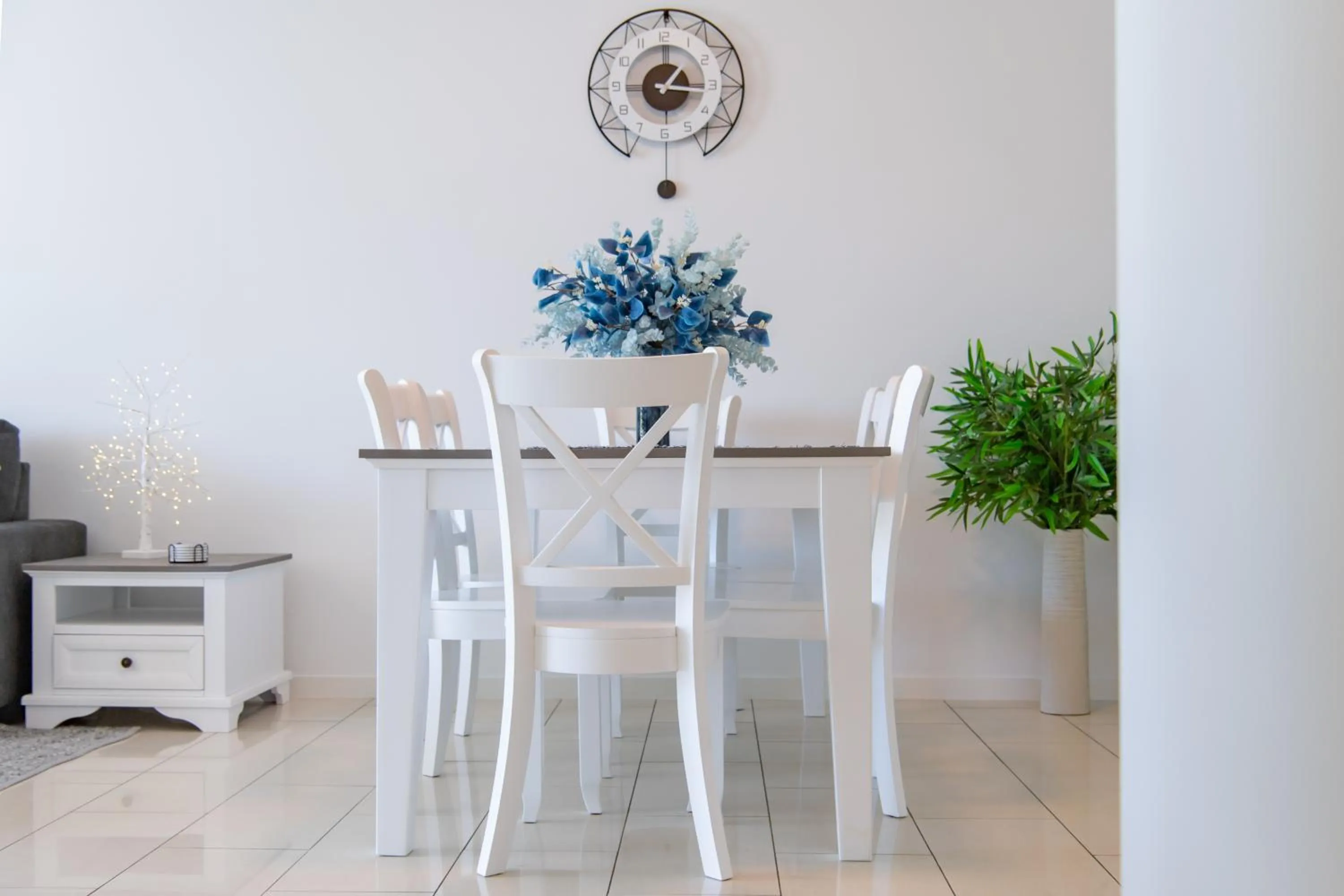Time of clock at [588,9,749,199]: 1:16
